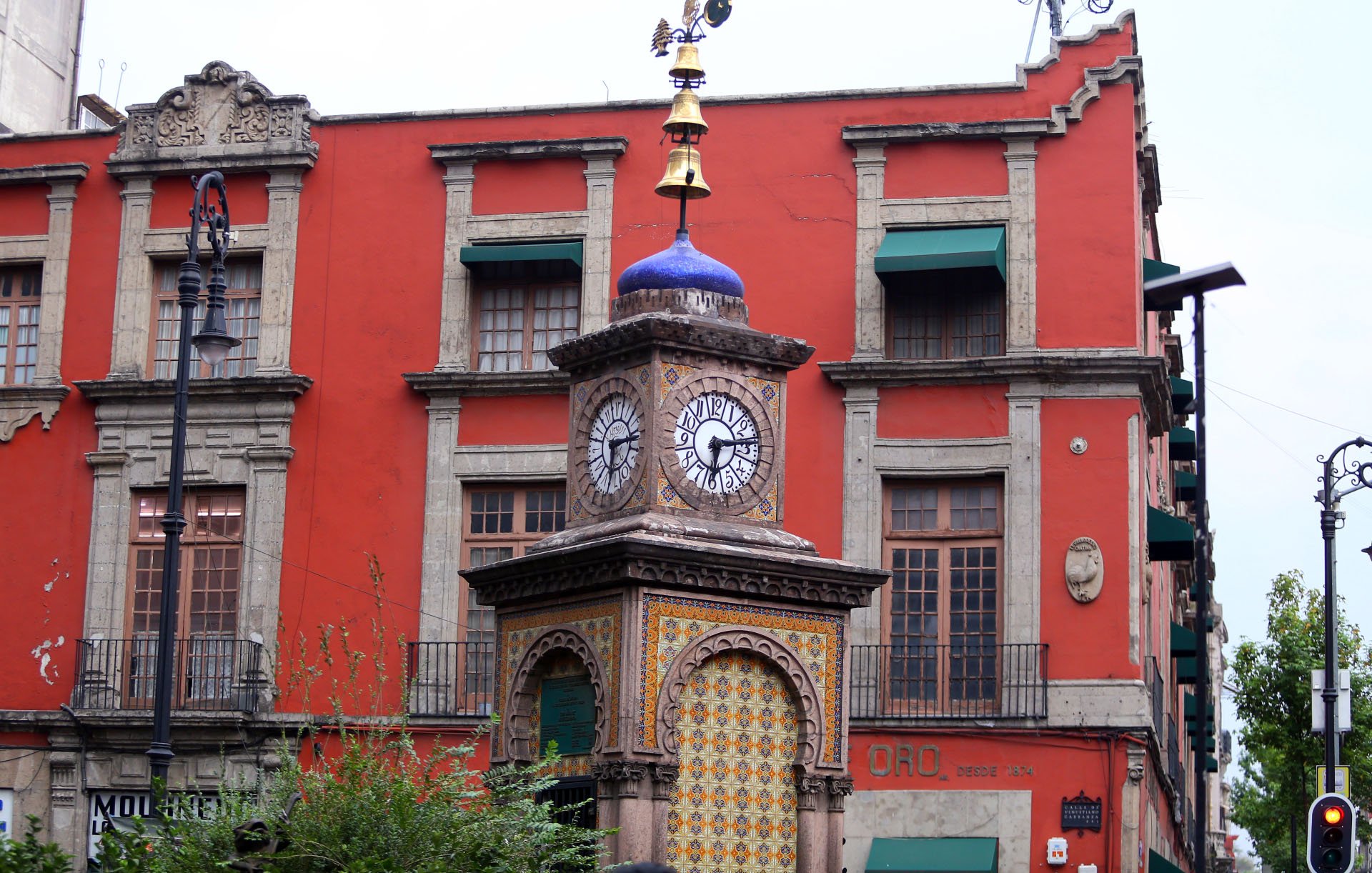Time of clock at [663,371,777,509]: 6:13
